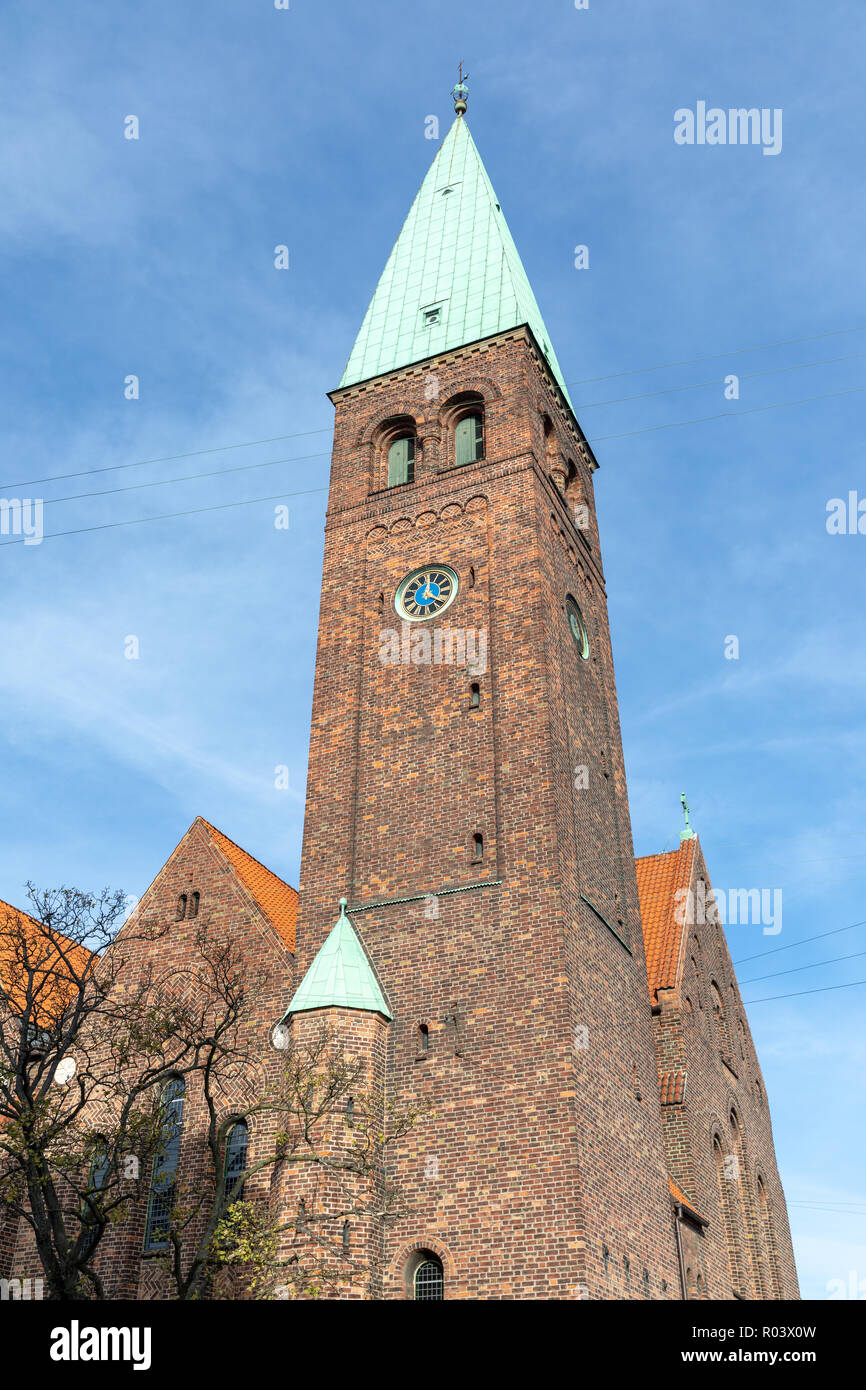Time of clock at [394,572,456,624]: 12:20
